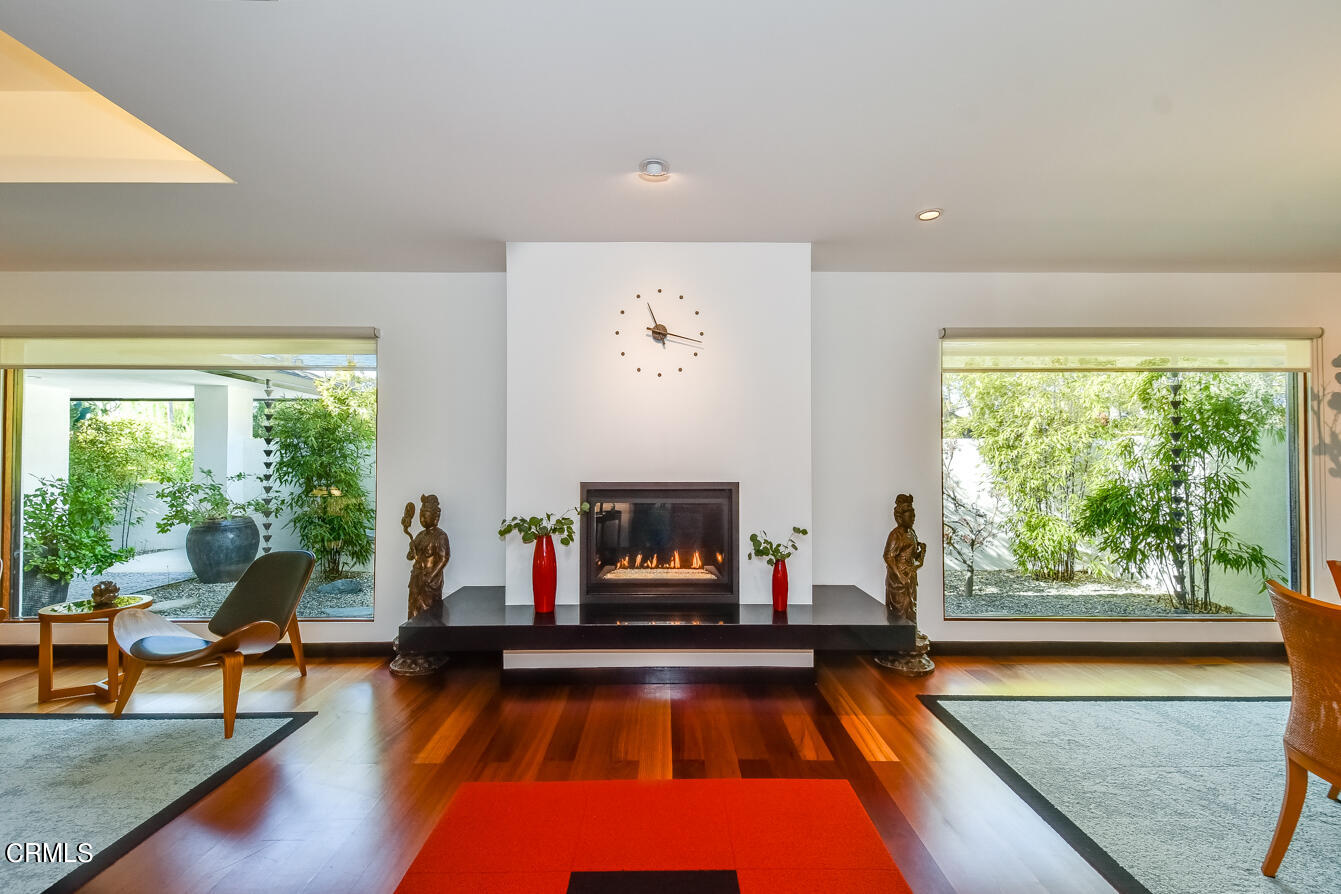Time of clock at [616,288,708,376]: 11:17
